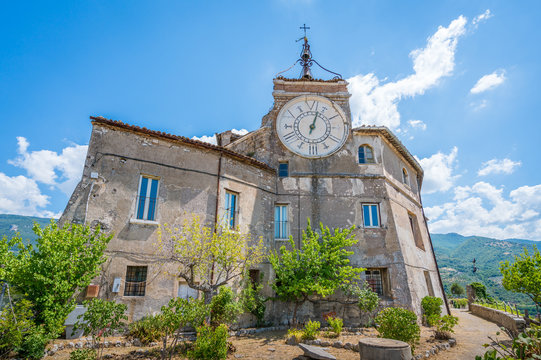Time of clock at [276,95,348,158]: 1:02
